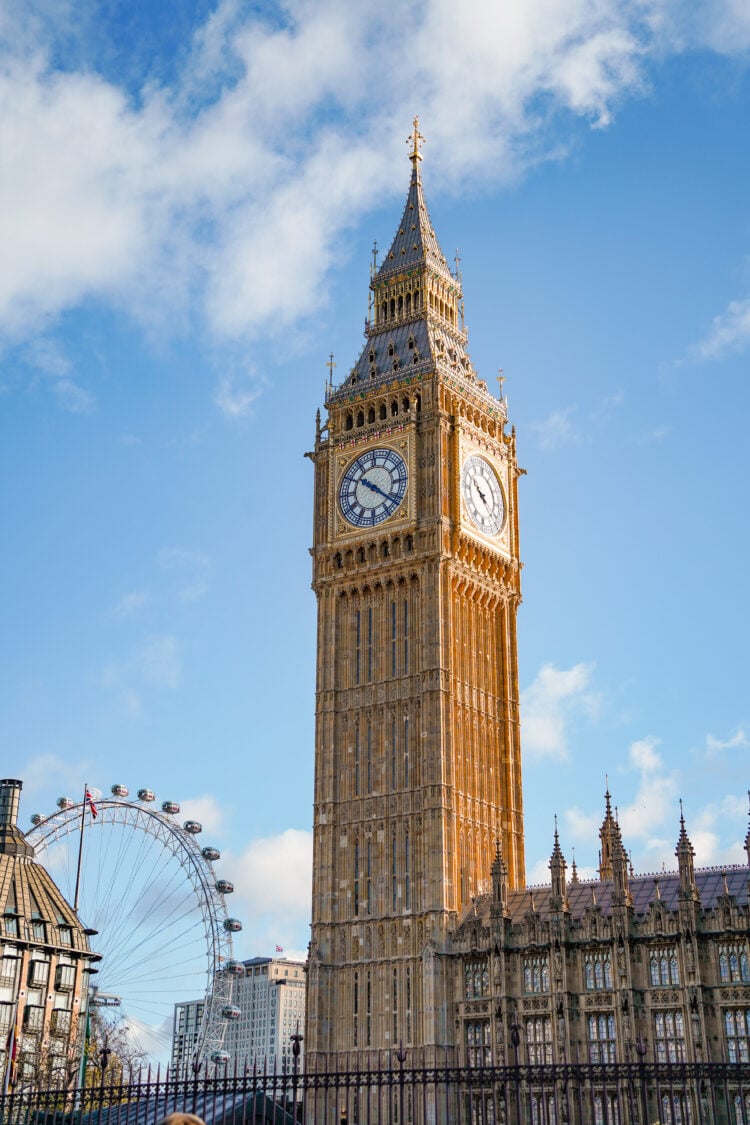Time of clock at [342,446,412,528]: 10:21
